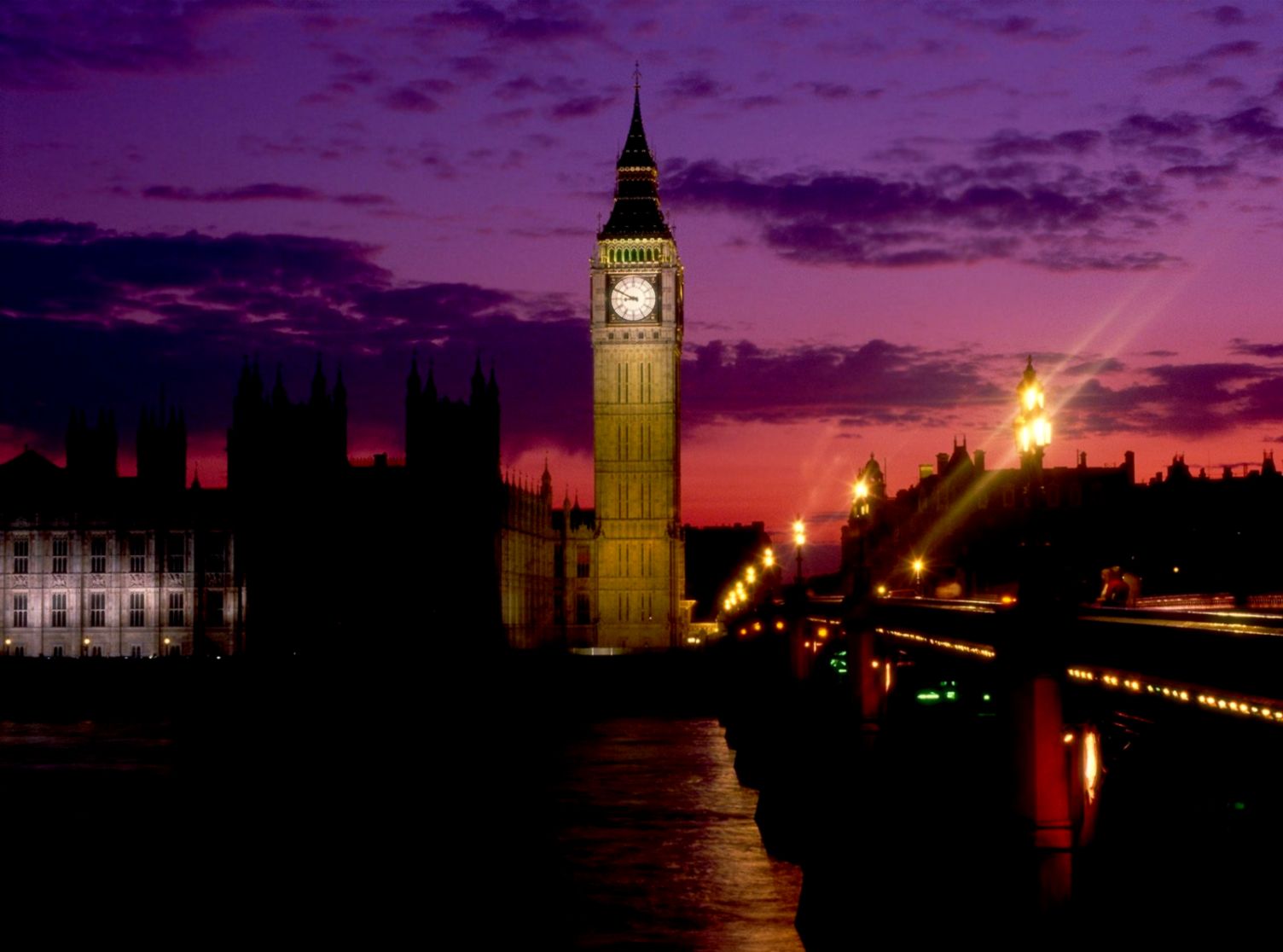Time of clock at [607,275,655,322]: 8:49
